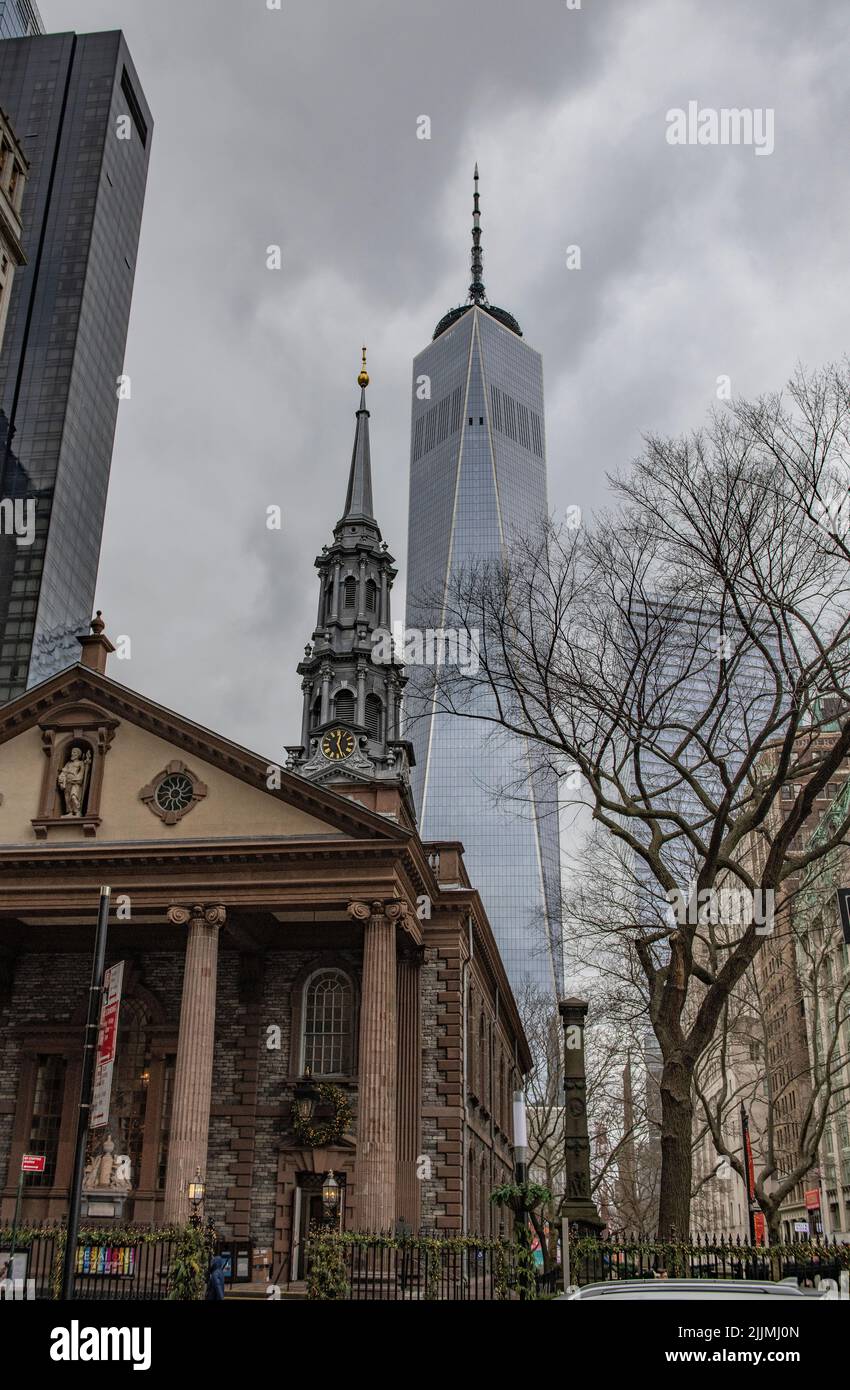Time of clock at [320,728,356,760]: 12:26
